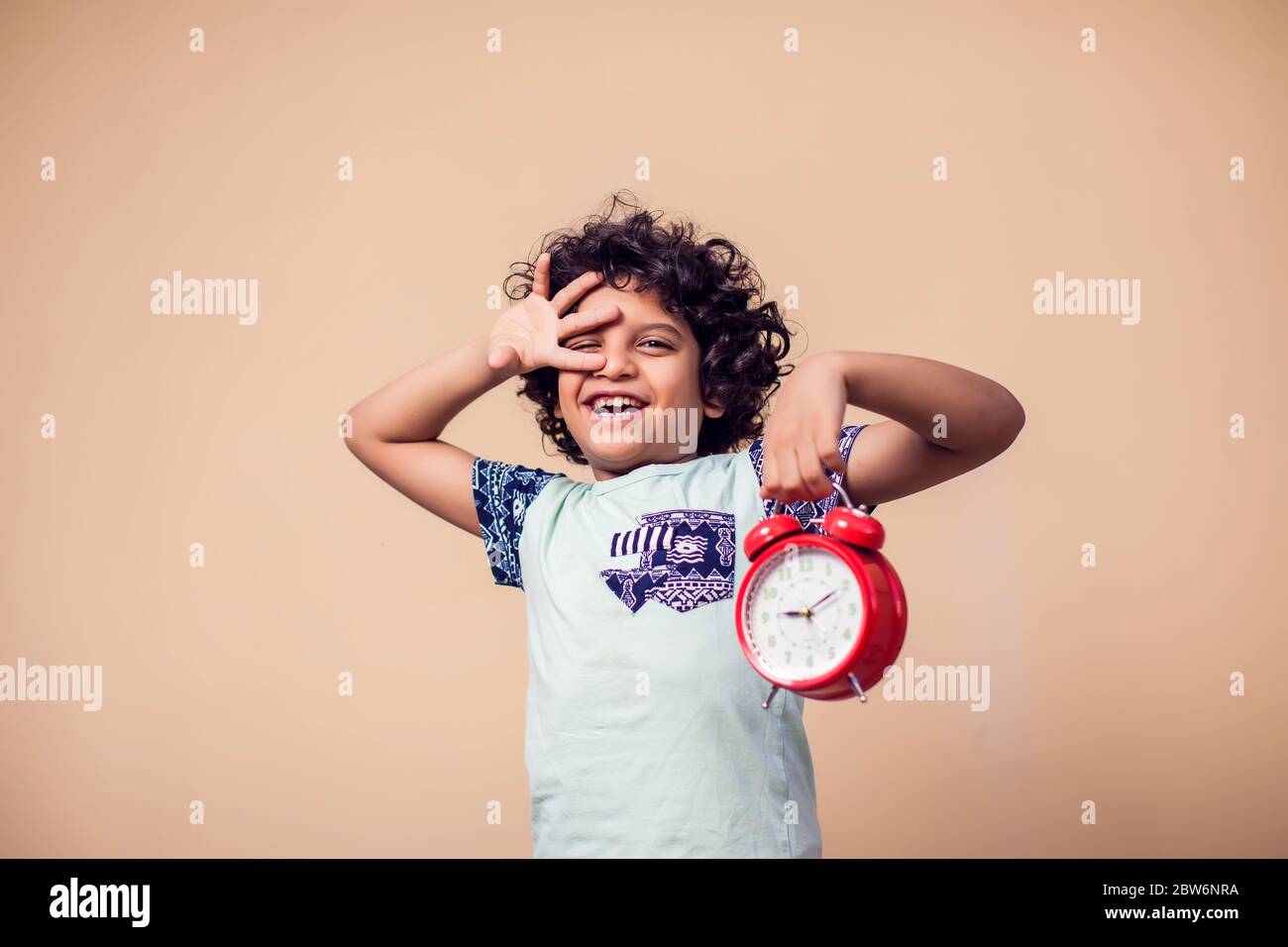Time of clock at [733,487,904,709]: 9:10
